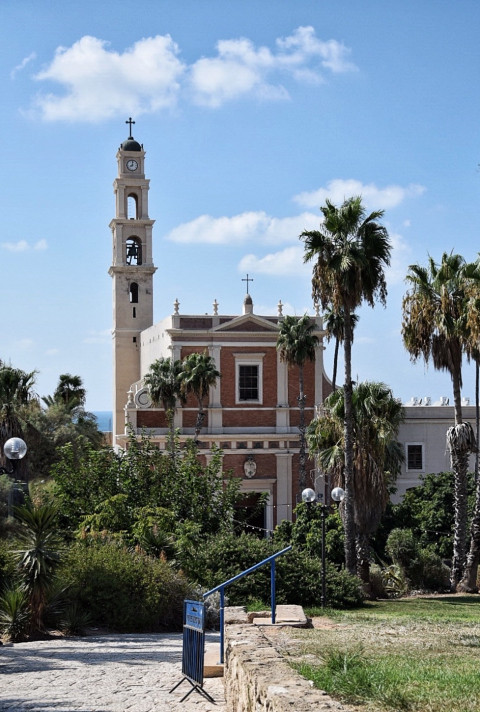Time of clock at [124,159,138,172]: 8:01
